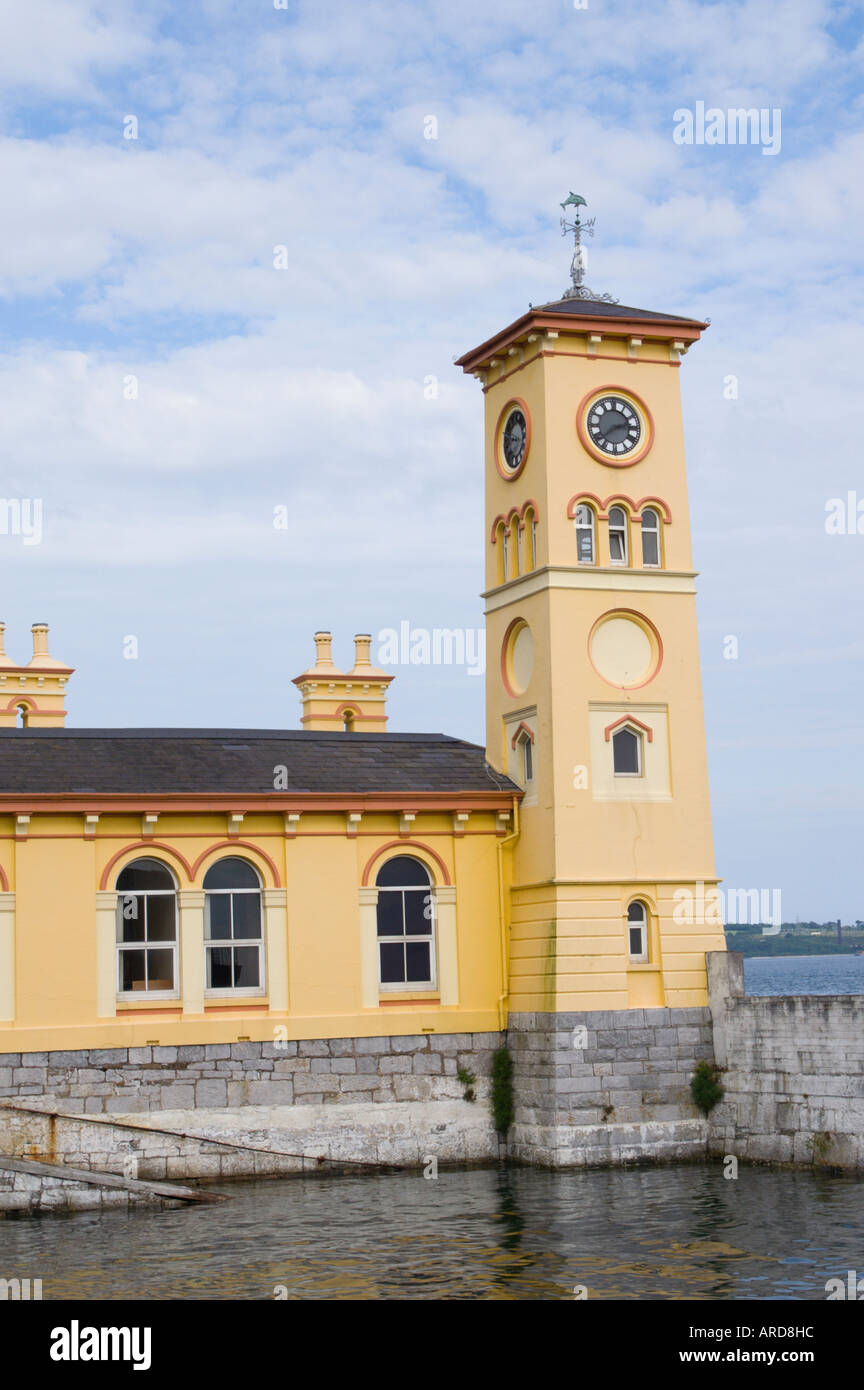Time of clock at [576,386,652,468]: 2:38
